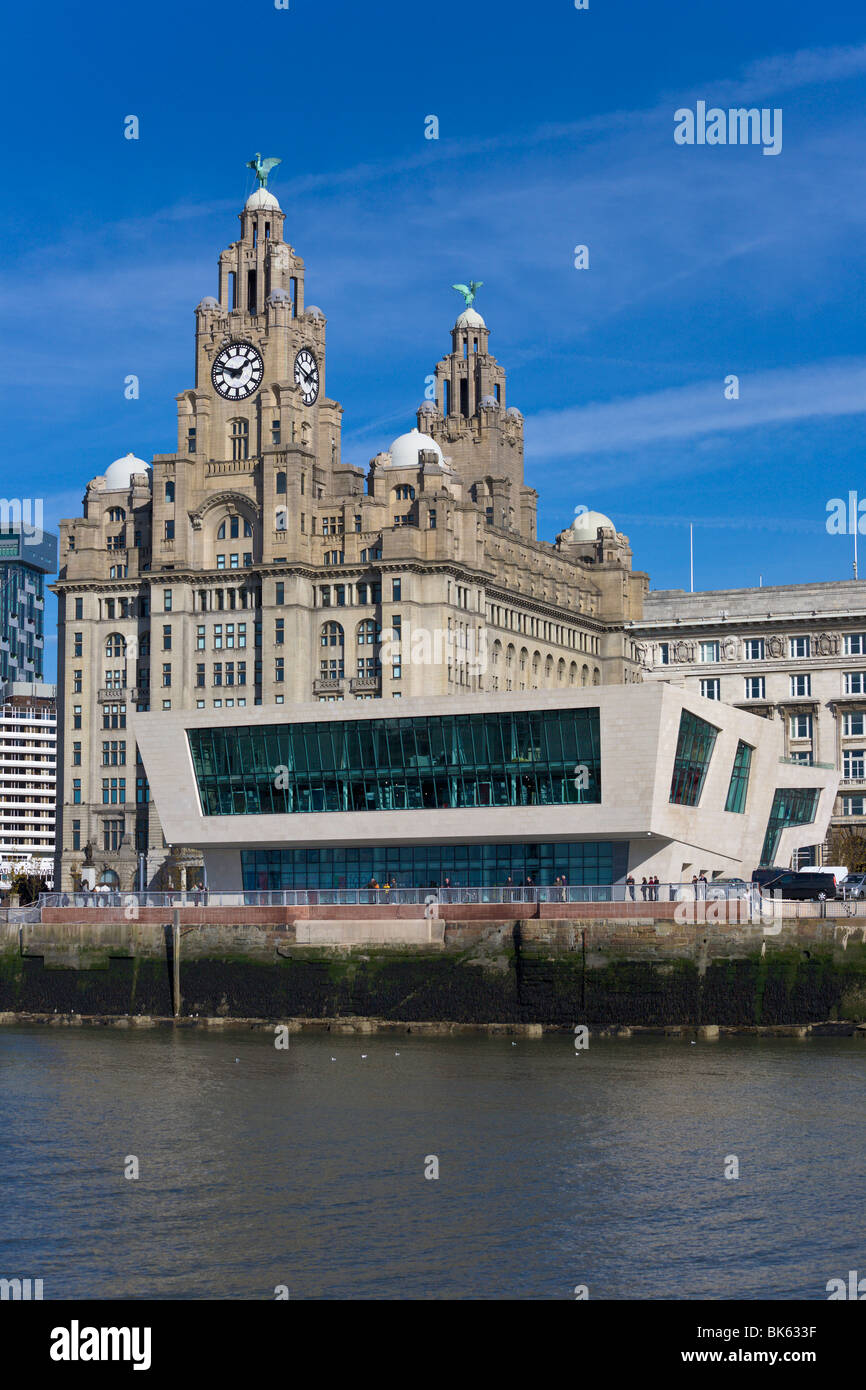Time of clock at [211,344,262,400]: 1:47
